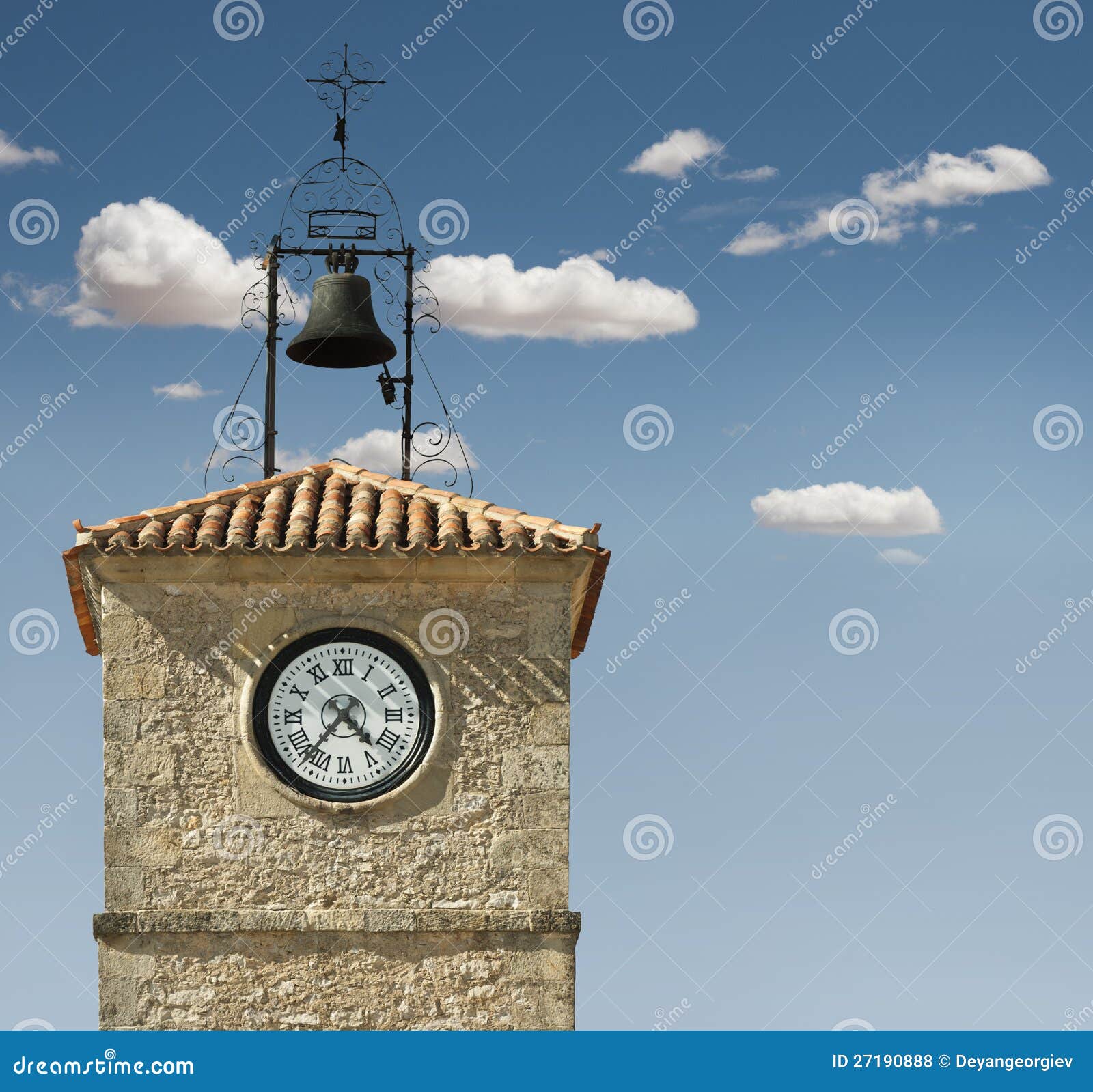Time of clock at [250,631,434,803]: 4:36
